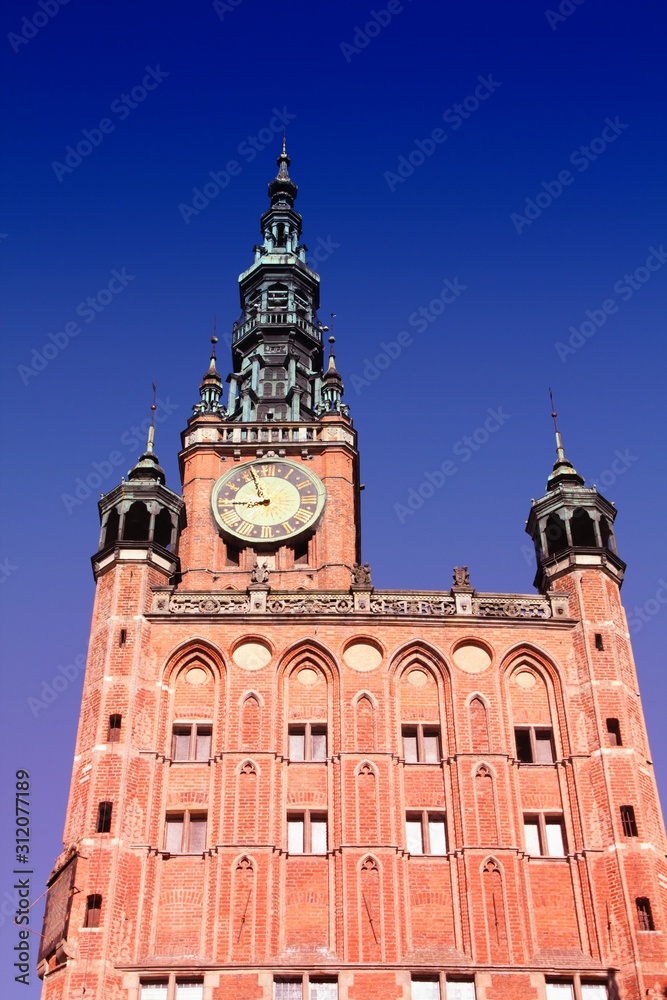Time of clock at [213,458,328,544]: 8:56
